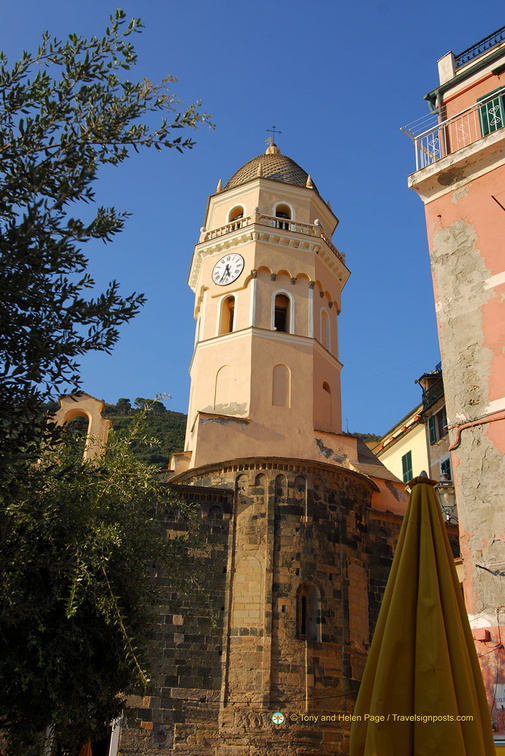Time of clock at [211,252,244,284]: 5:34
